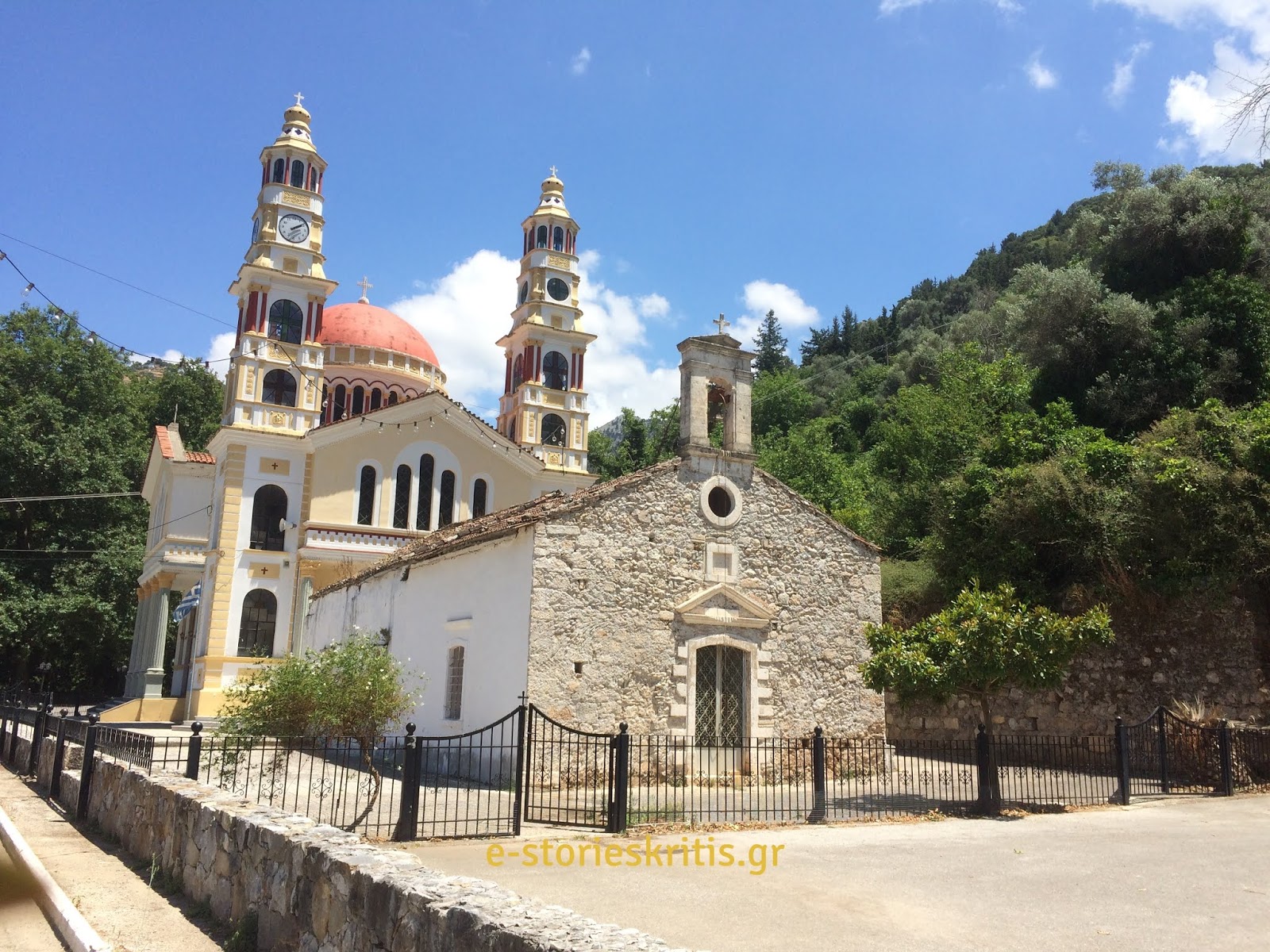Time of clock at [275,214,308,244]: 2:09
